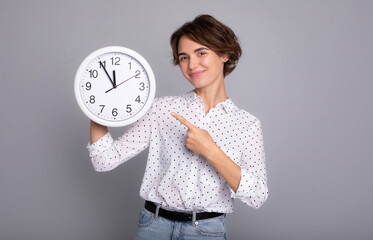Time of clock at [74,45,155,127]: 11:54
